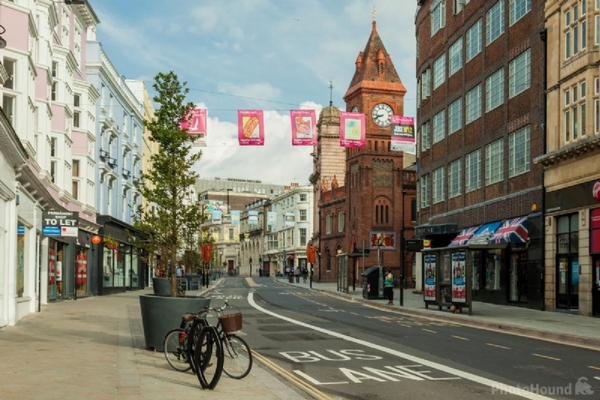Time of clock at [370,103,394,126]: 8:41
